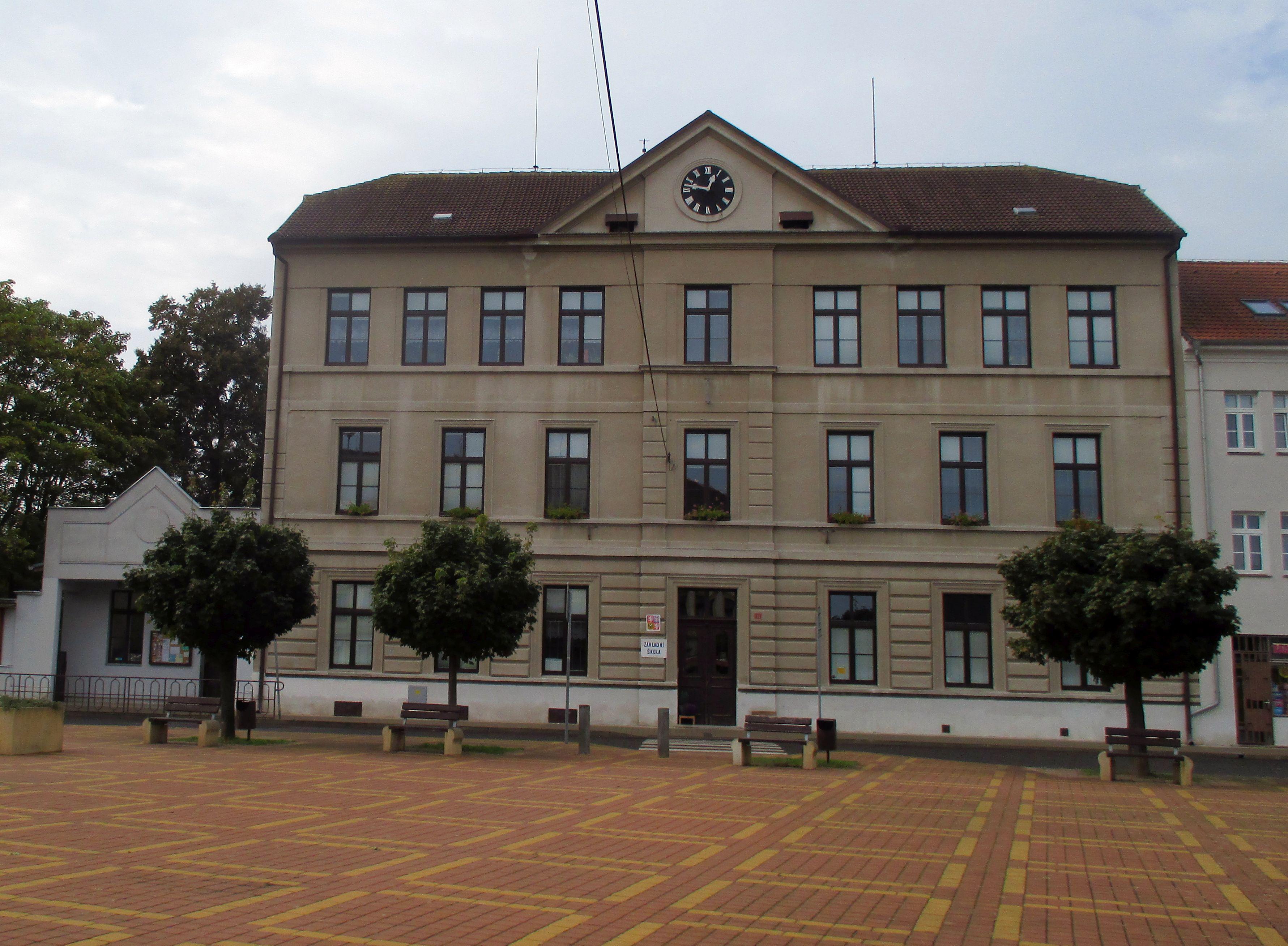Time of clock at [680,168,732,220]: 12:47
